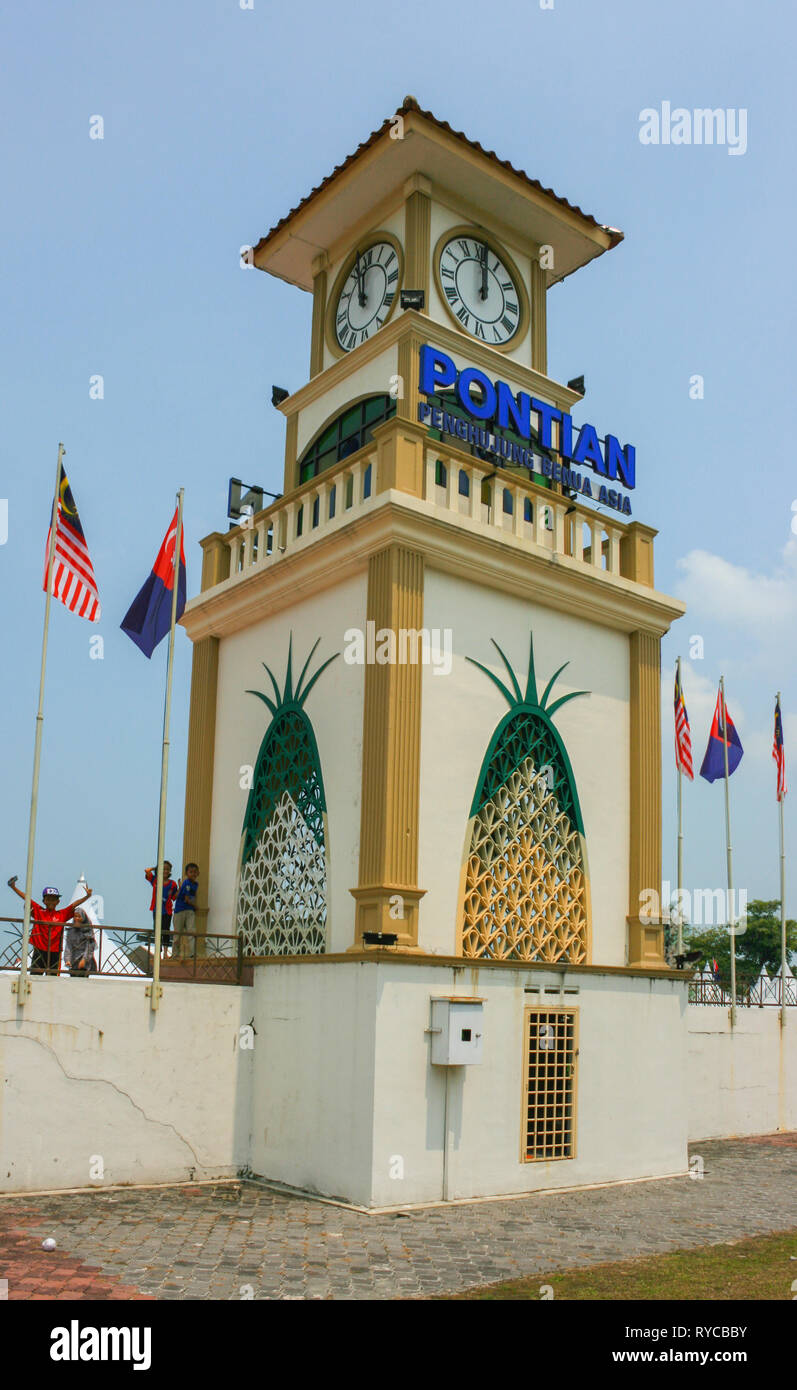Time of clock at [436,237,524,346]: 12:01
